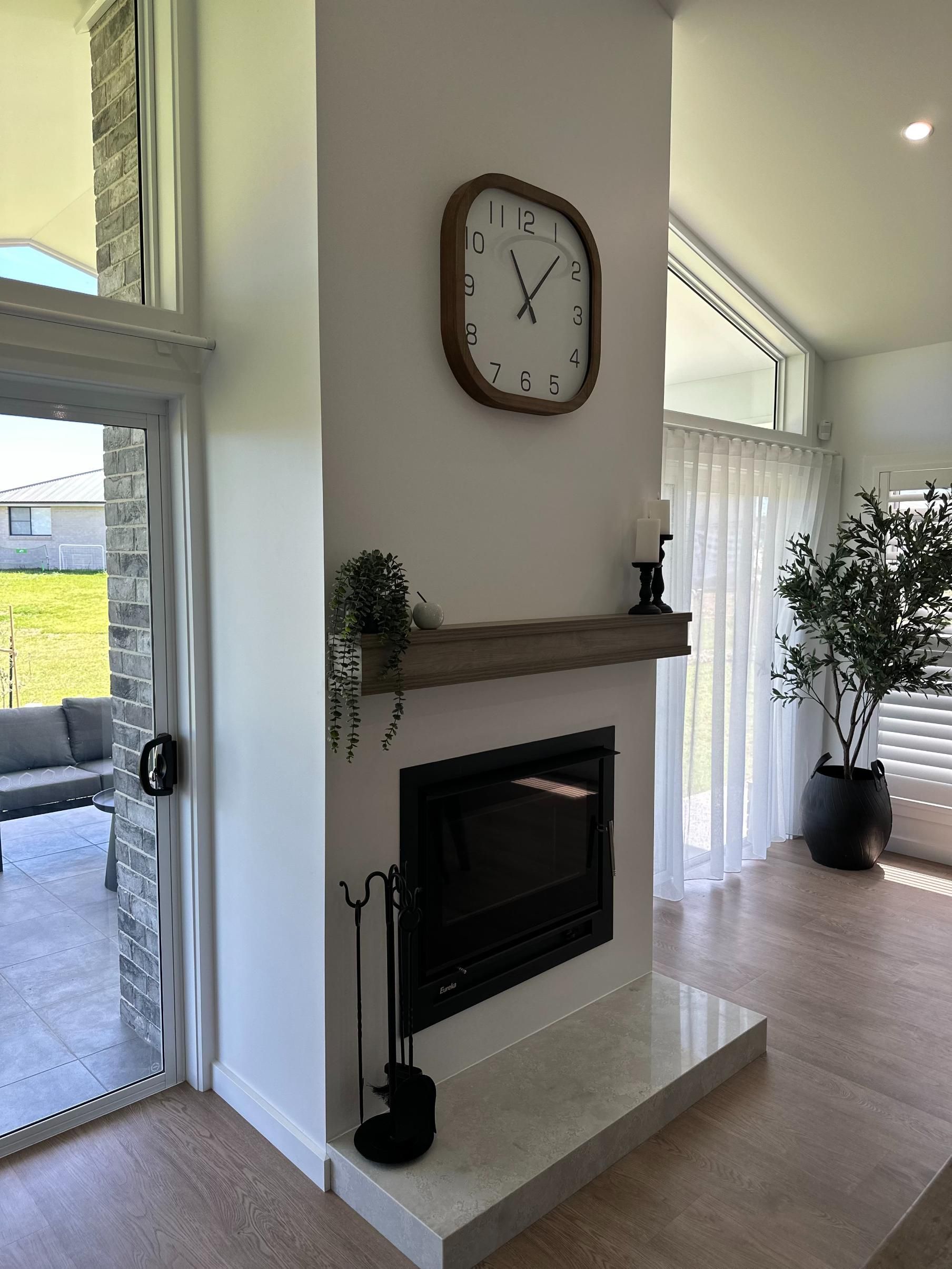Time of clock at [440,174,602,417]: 11:07
